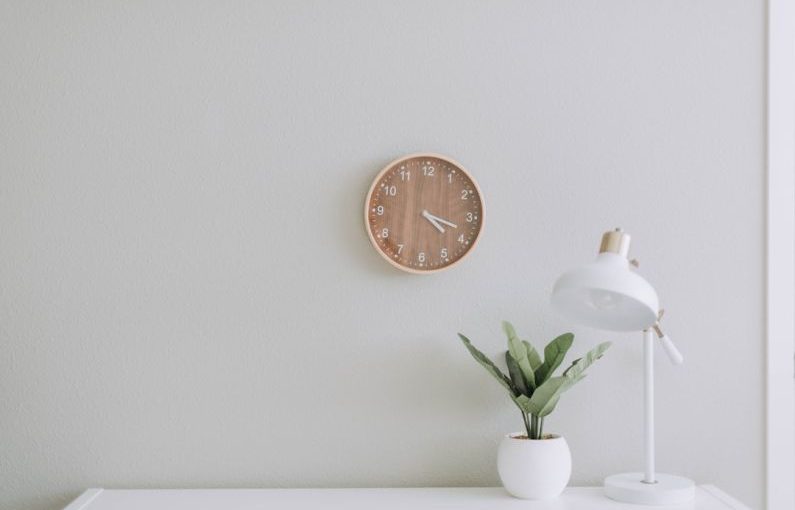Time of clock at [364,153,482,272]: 4:18
